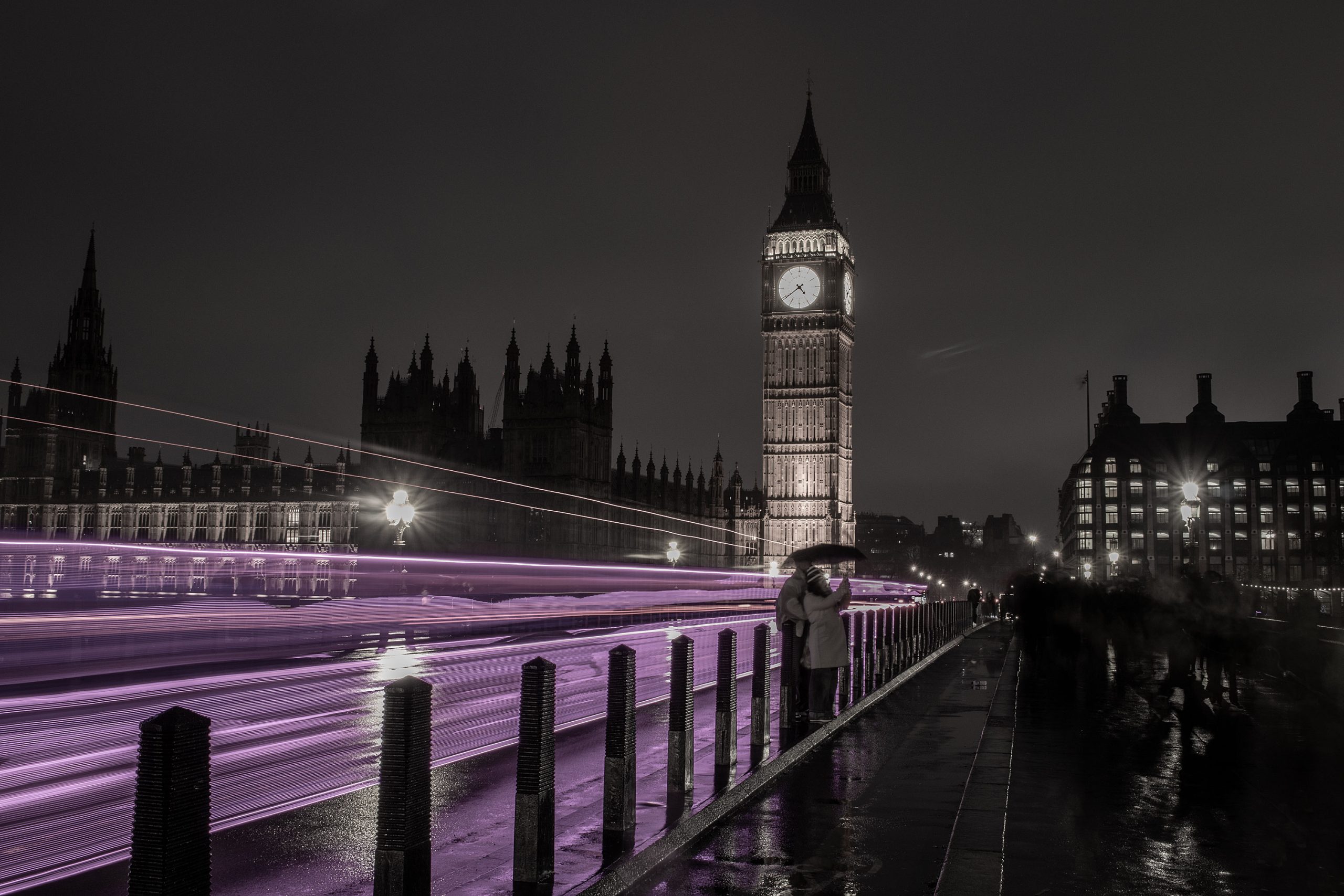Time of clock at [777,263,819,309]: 4:39
